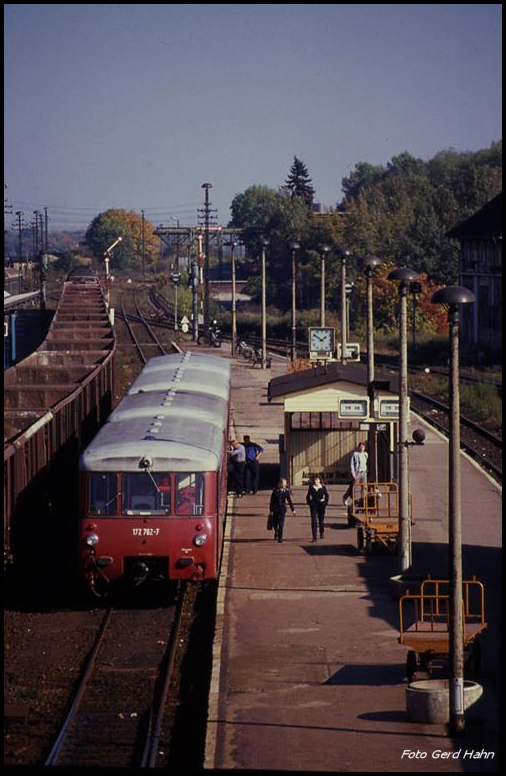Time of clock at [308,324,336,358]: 1:50
